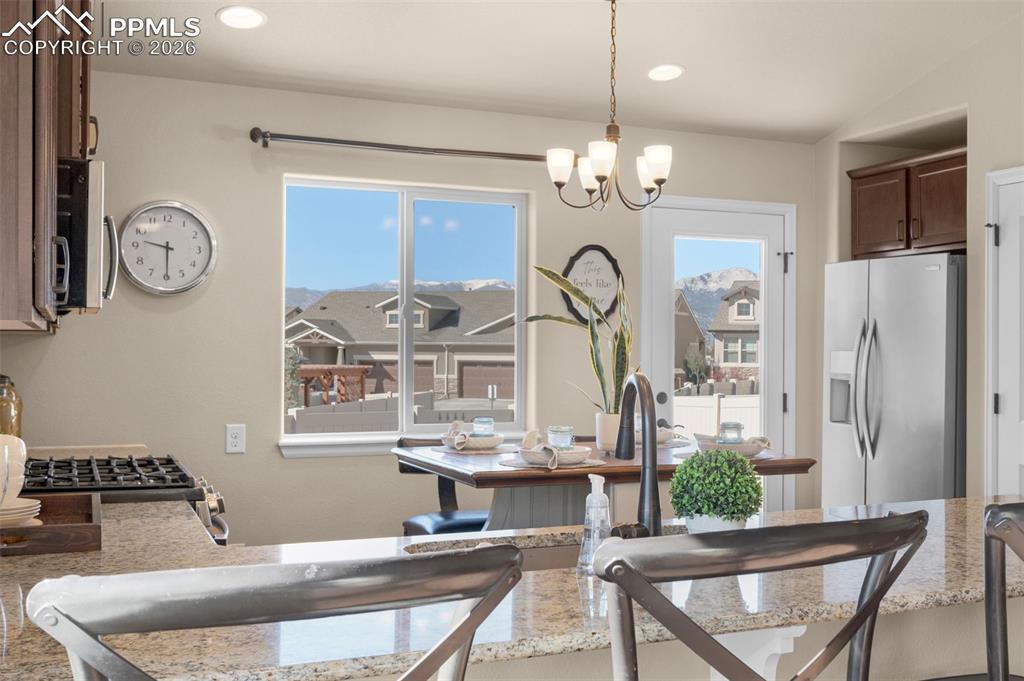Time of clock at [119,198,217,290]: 9:29
